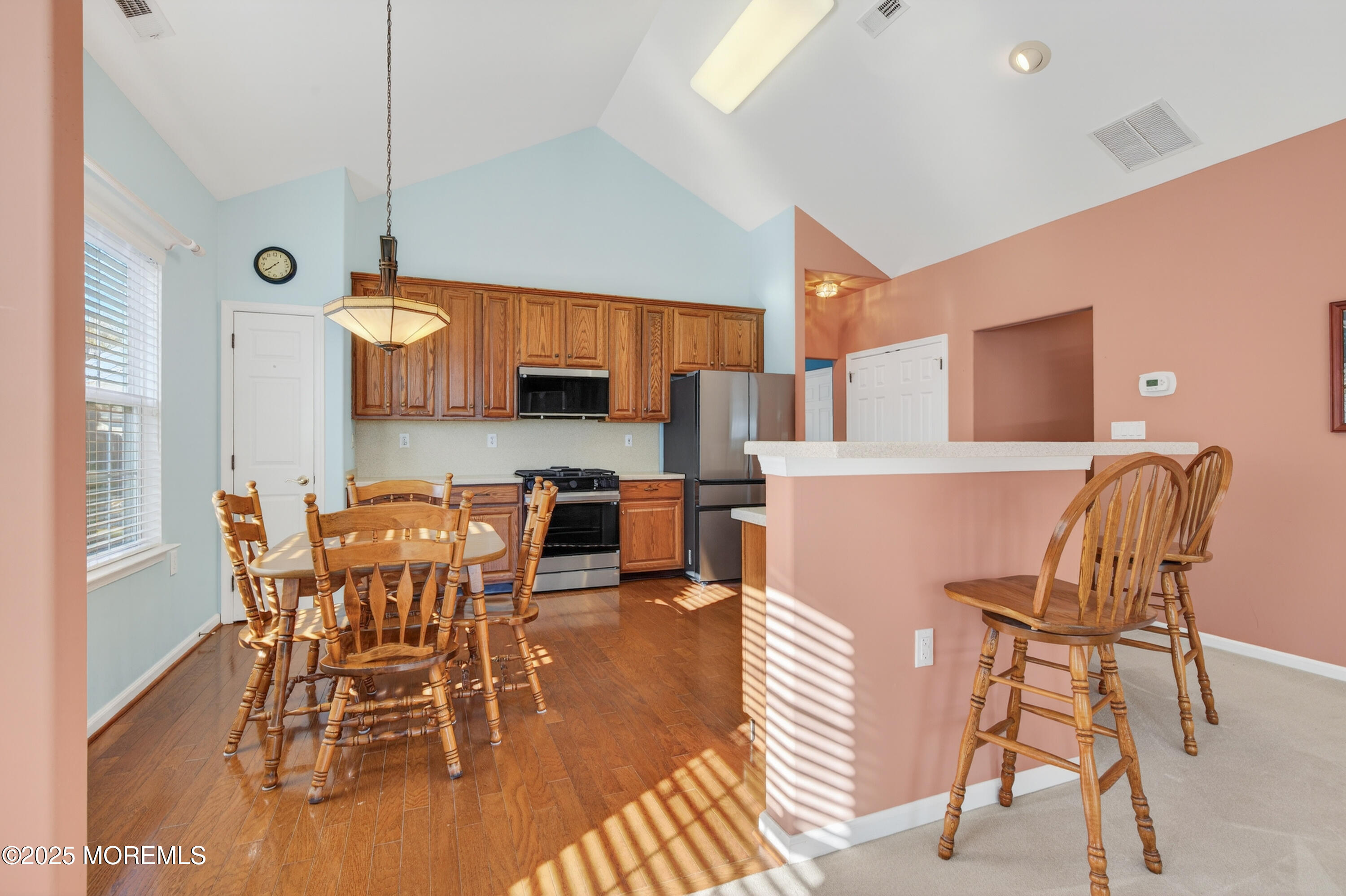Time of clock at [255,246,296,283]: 7:38
